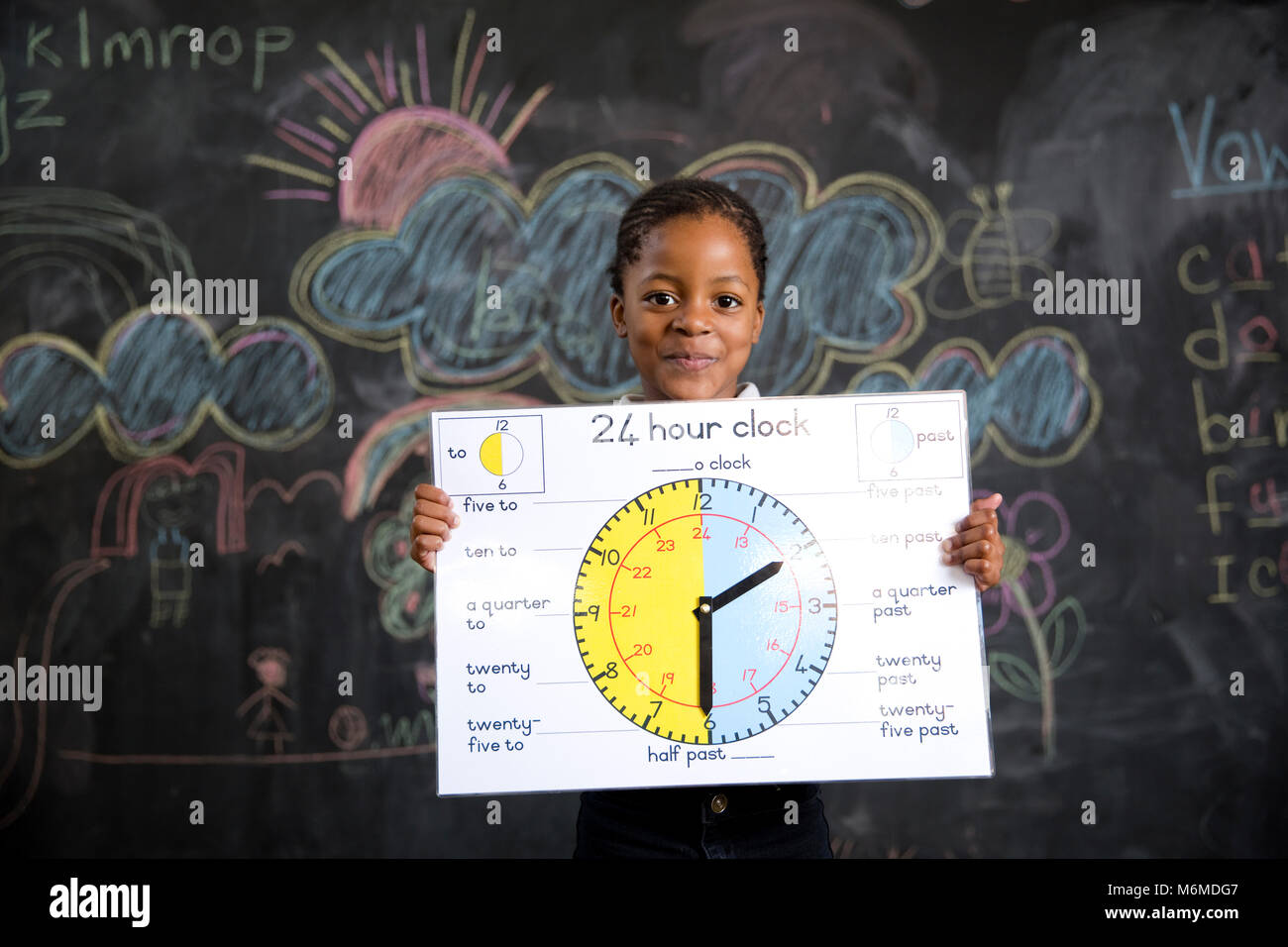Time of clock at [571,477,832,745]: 6:10
